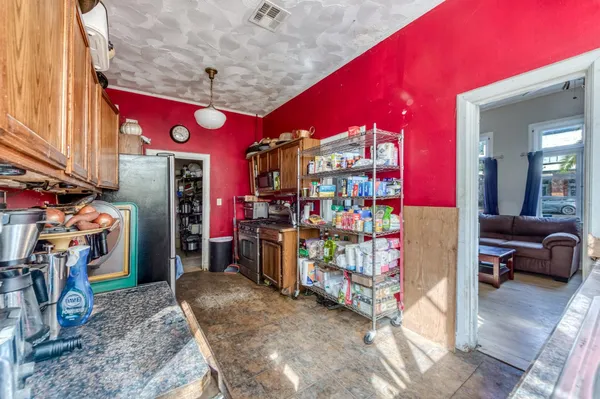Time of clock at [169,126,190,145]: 4:47
